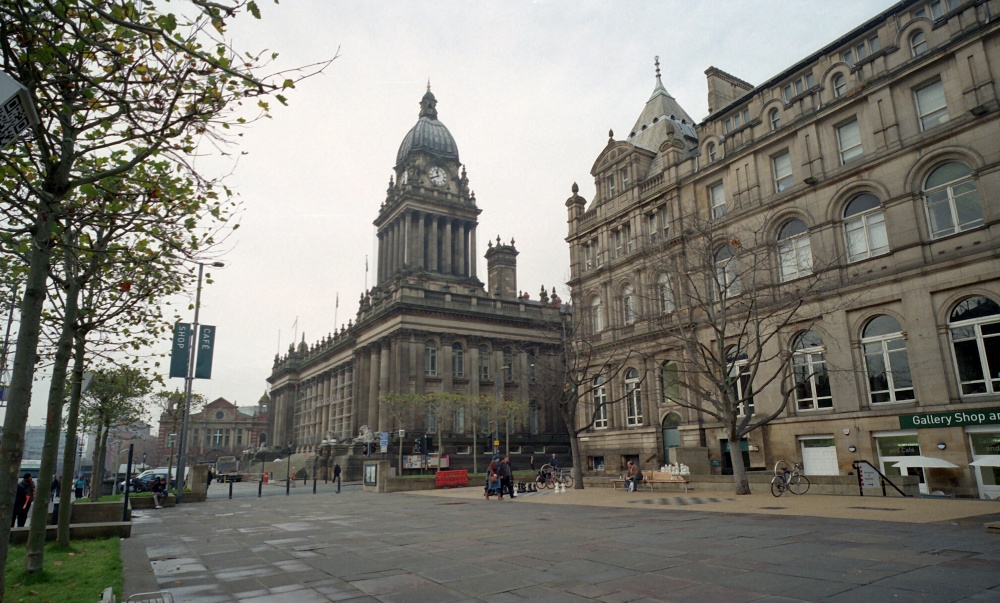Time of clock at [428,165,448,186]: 11:40
